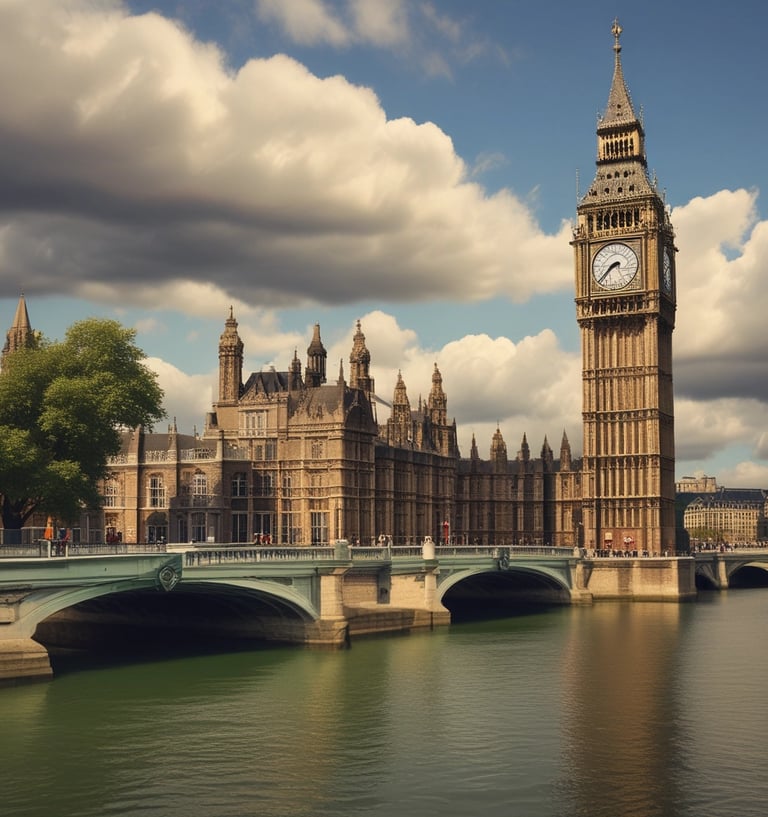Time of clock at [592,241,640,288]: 7:37
